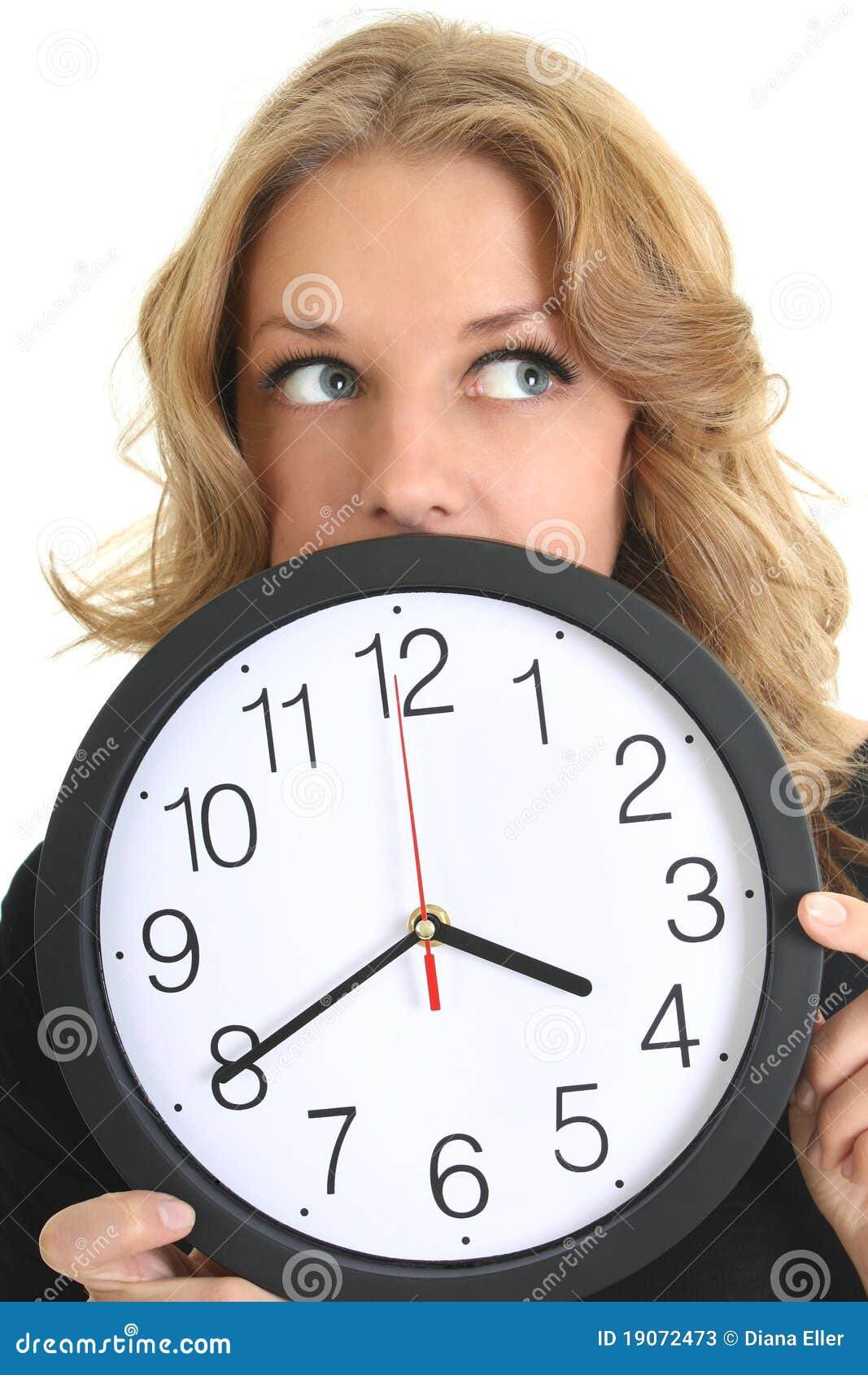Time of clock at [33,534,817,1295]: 3:40
